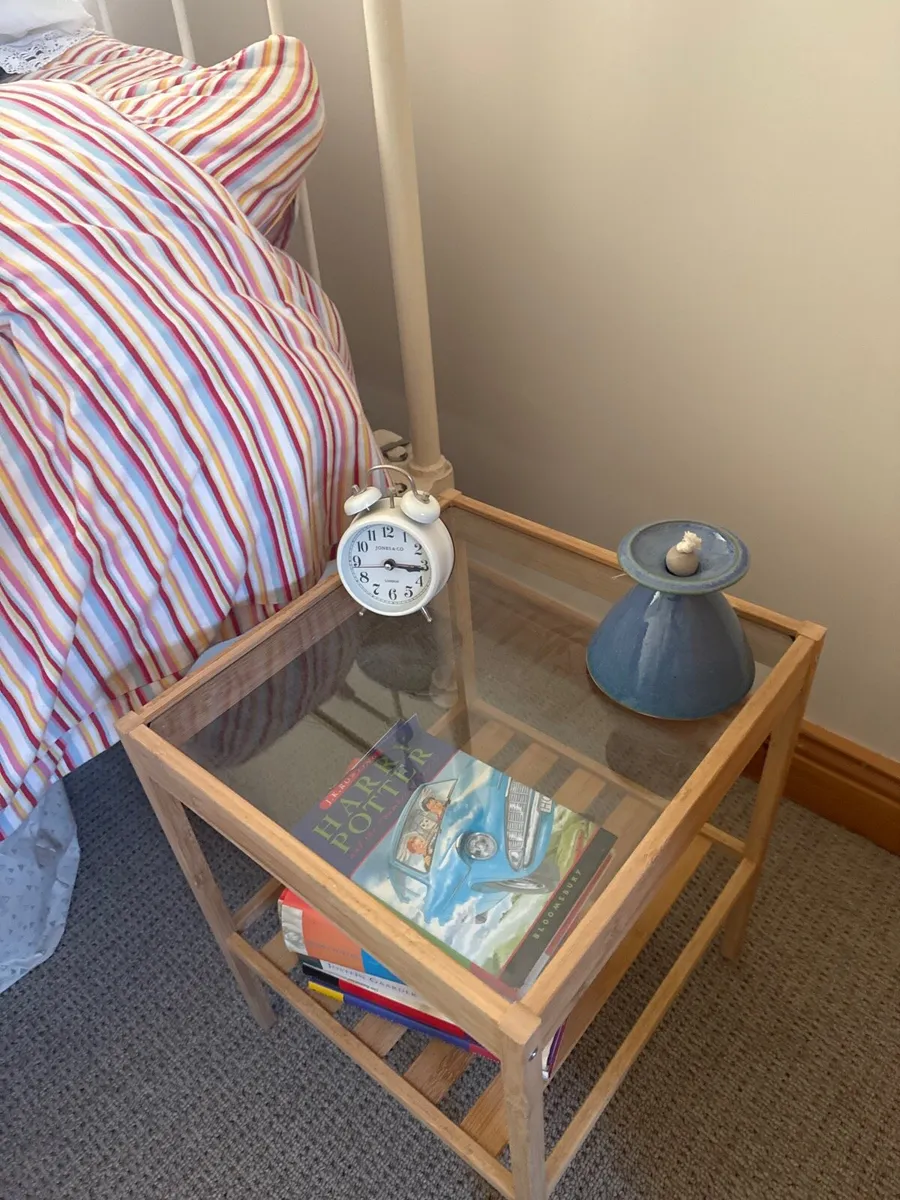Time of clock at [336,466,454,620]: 3:15
